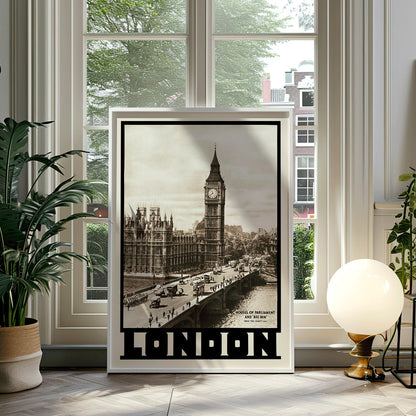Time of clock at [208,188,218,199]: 11:38
